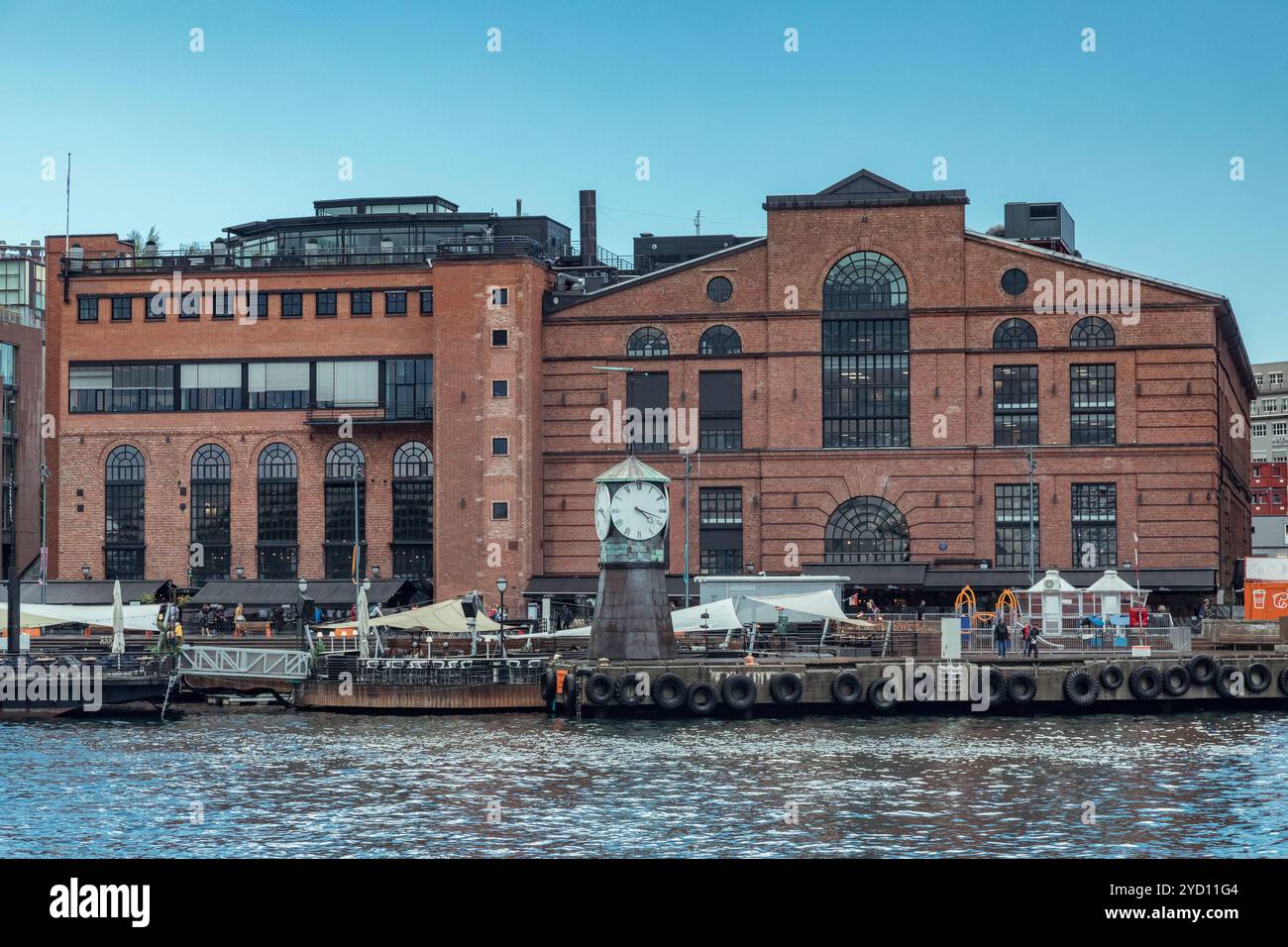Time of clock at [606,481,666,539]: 4:17
